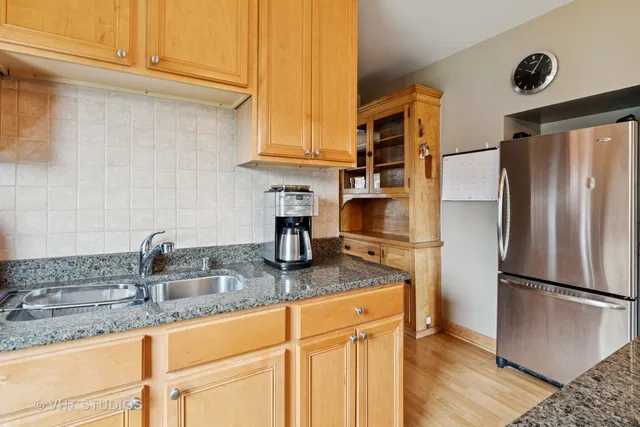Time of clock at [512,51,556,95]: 10:05
